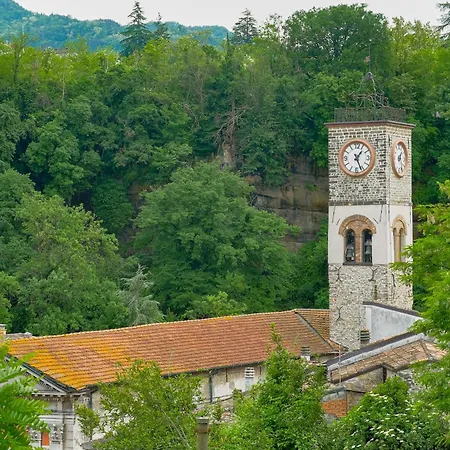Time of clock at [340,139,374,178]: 1:26
